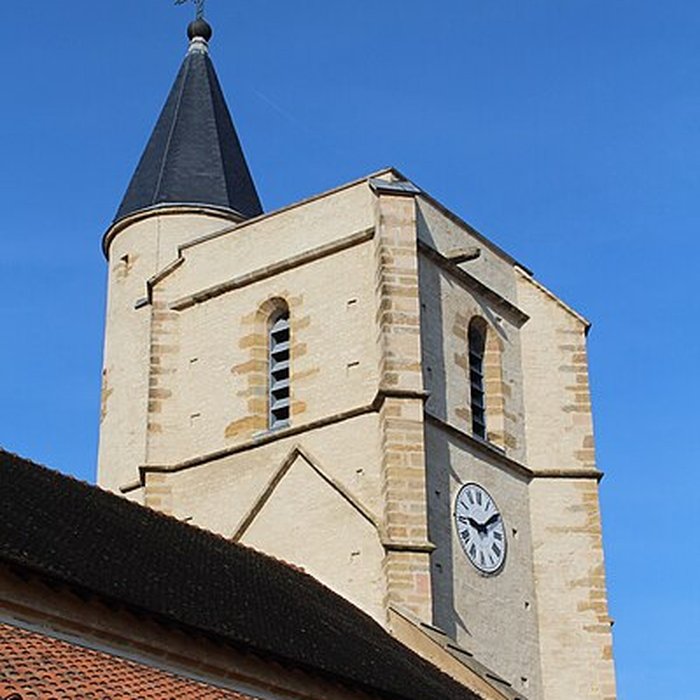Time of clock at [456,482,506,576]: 9:09
